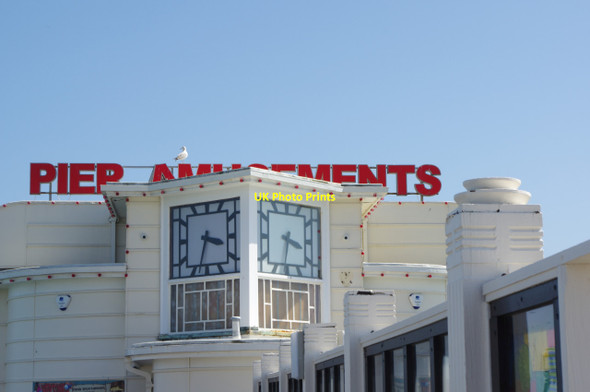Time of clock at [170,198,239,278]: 3:32
